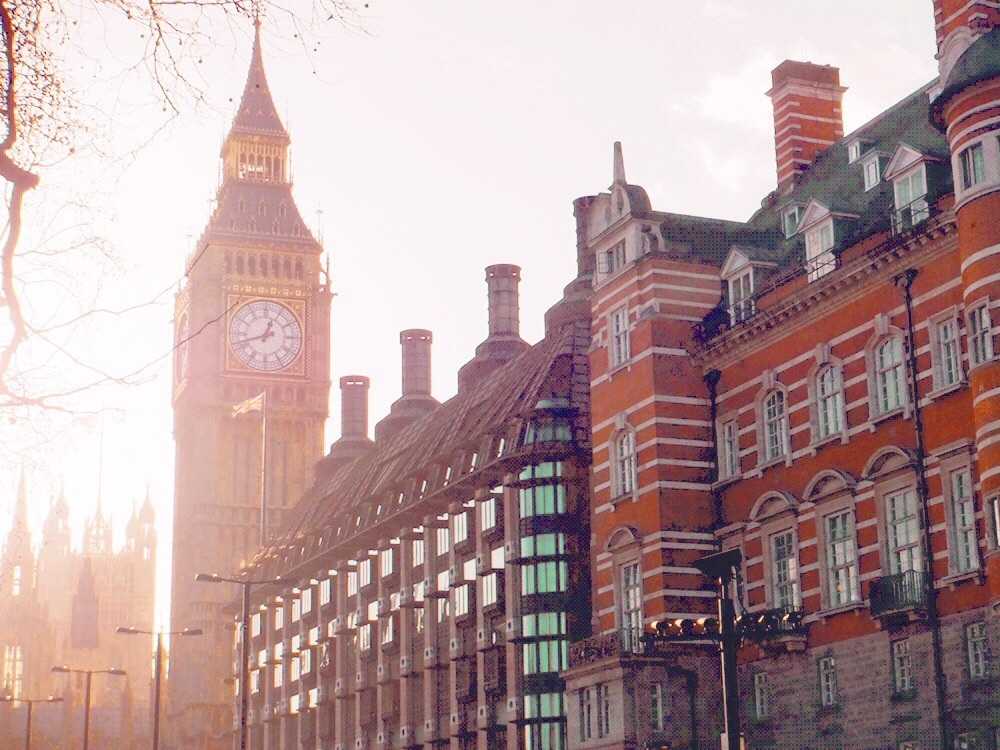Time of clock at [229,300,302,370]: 12:42
